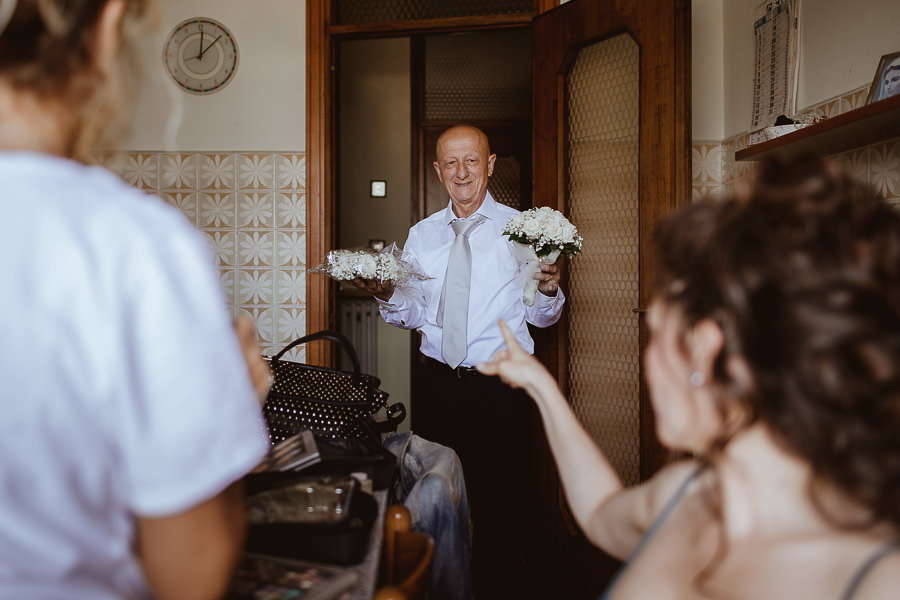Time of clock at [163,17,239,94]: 12:07
